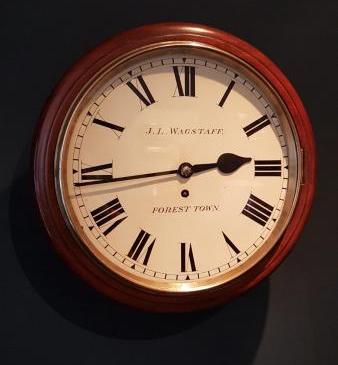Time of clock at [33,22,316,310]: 2:43
